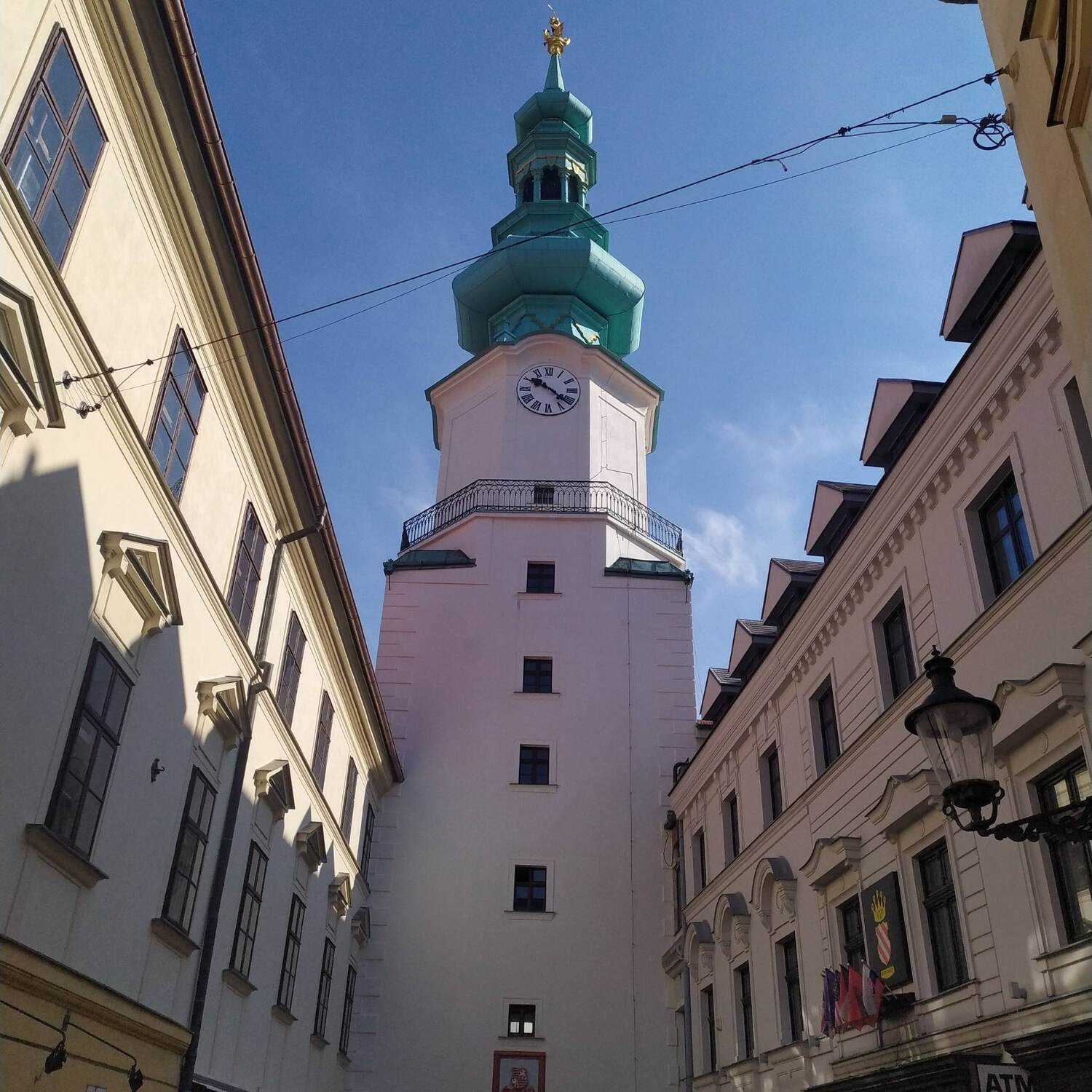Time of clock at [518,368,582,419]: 10:21
